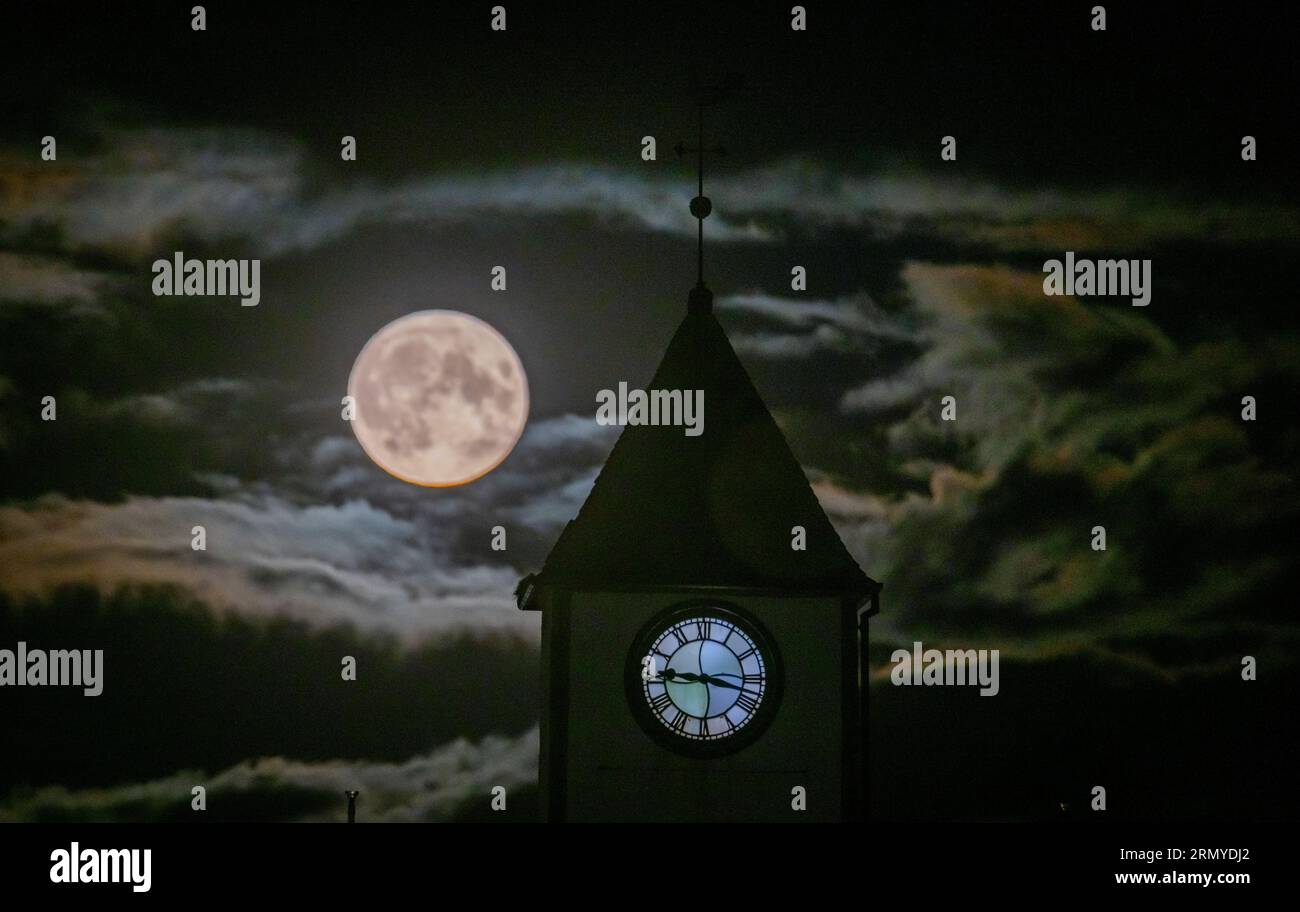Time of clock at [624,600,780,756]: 9:17
